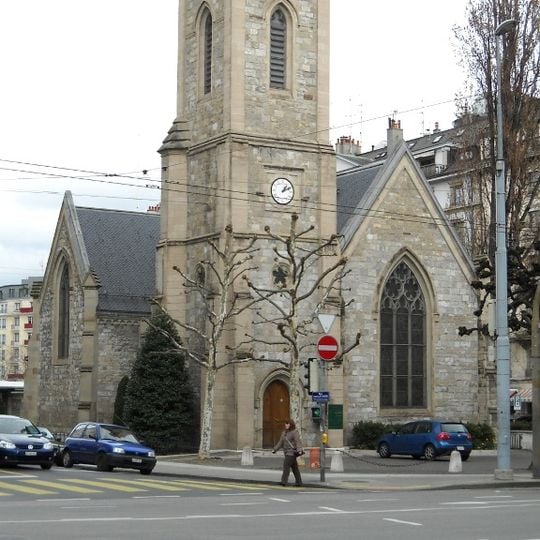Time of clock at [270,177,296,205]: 1:10
